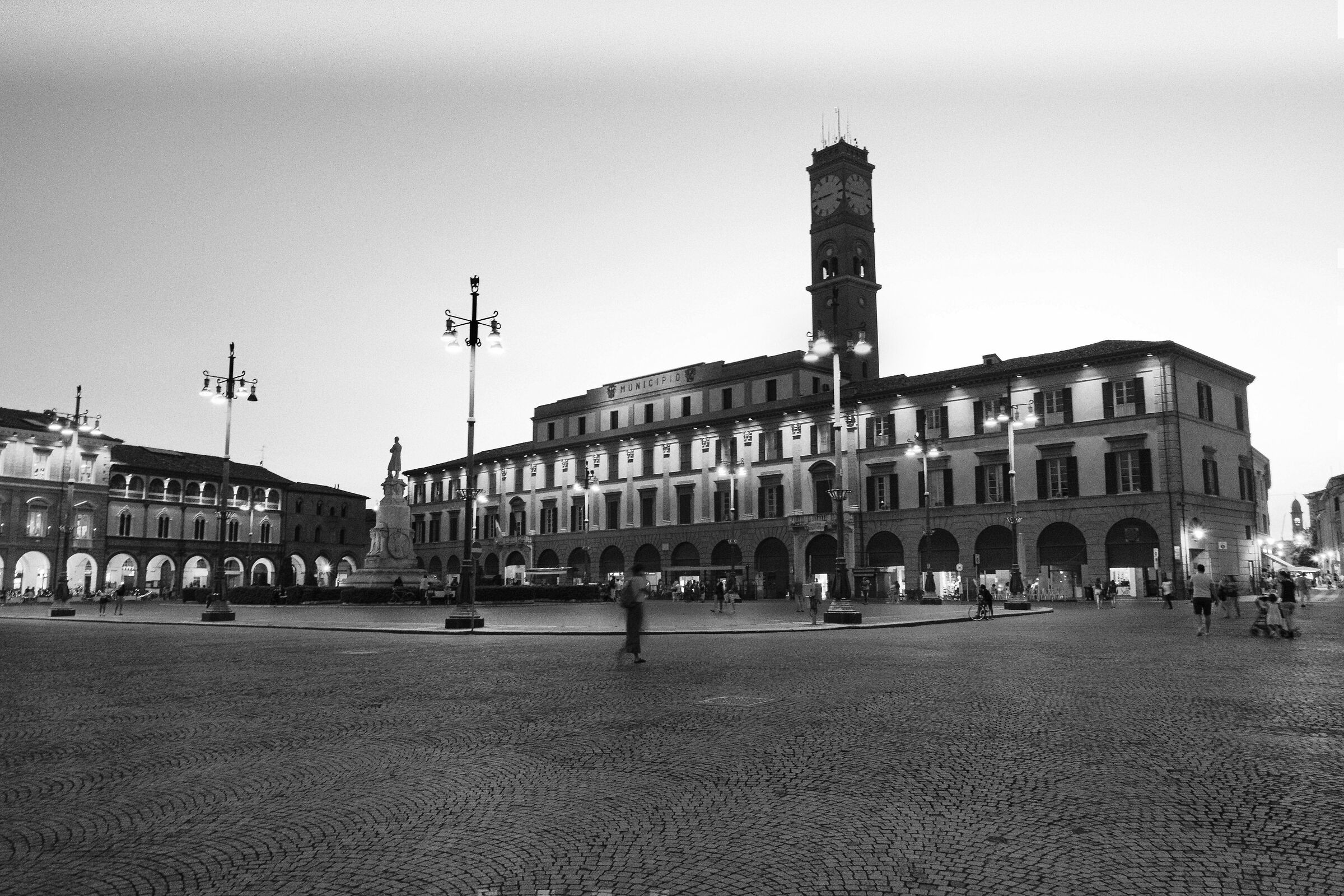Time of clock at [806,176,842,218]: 8:44
